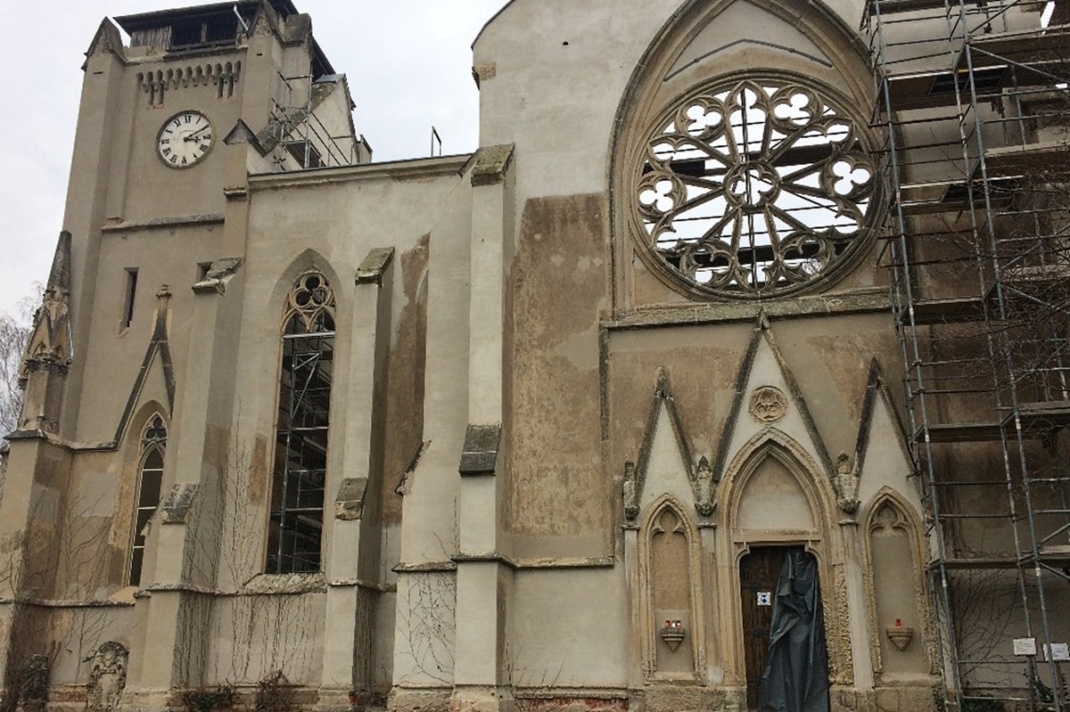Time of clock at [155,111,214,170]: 3:10
